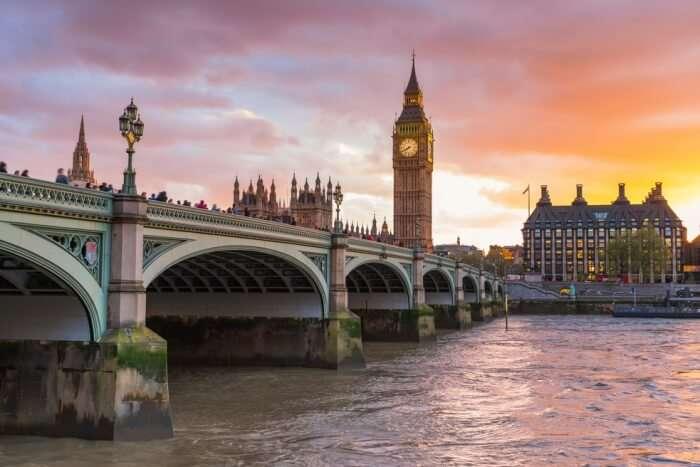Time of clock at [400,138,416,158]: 7:40
